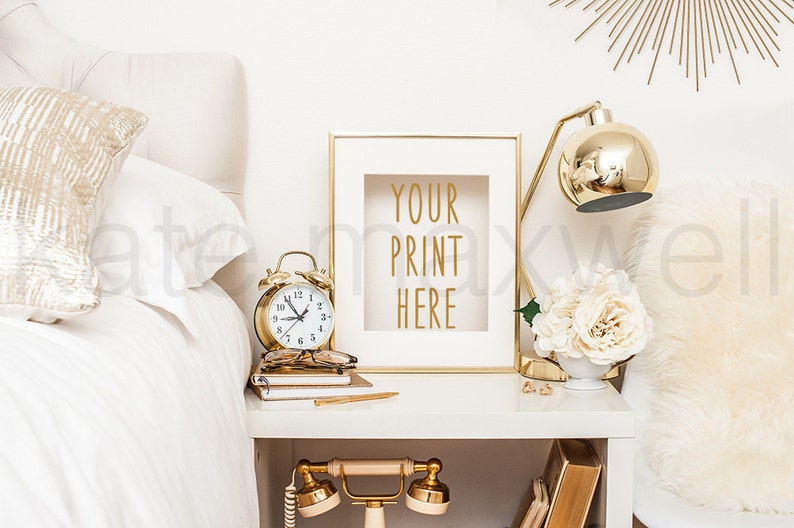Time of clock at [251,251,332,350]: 8:54
